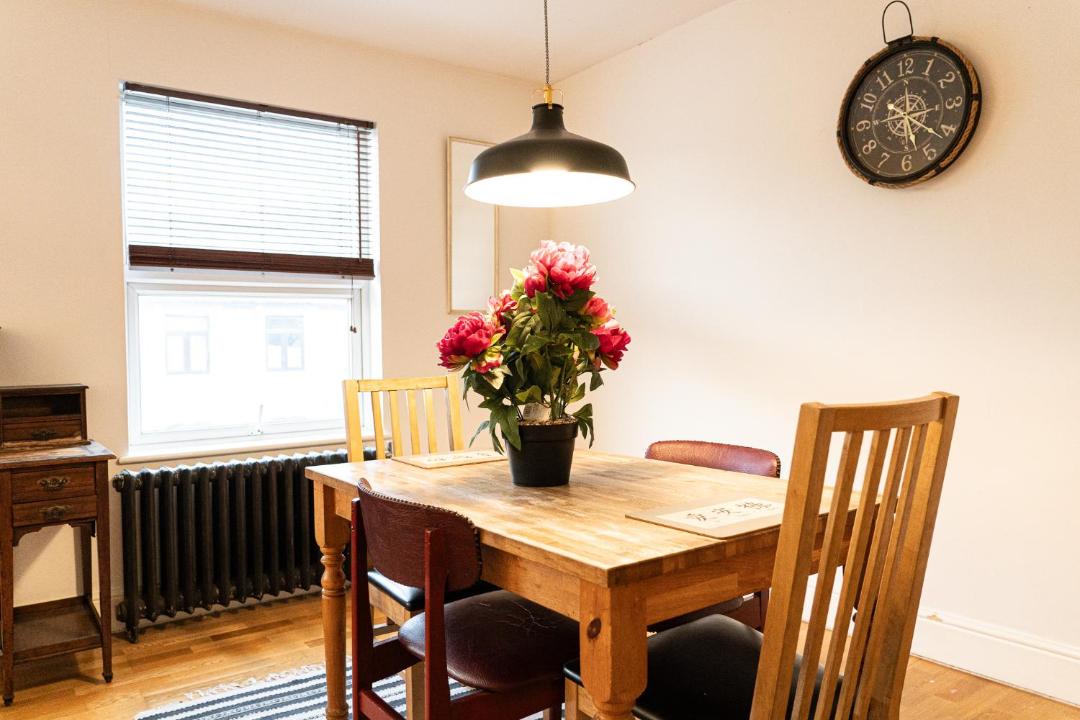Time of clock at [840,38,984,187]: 5:21
